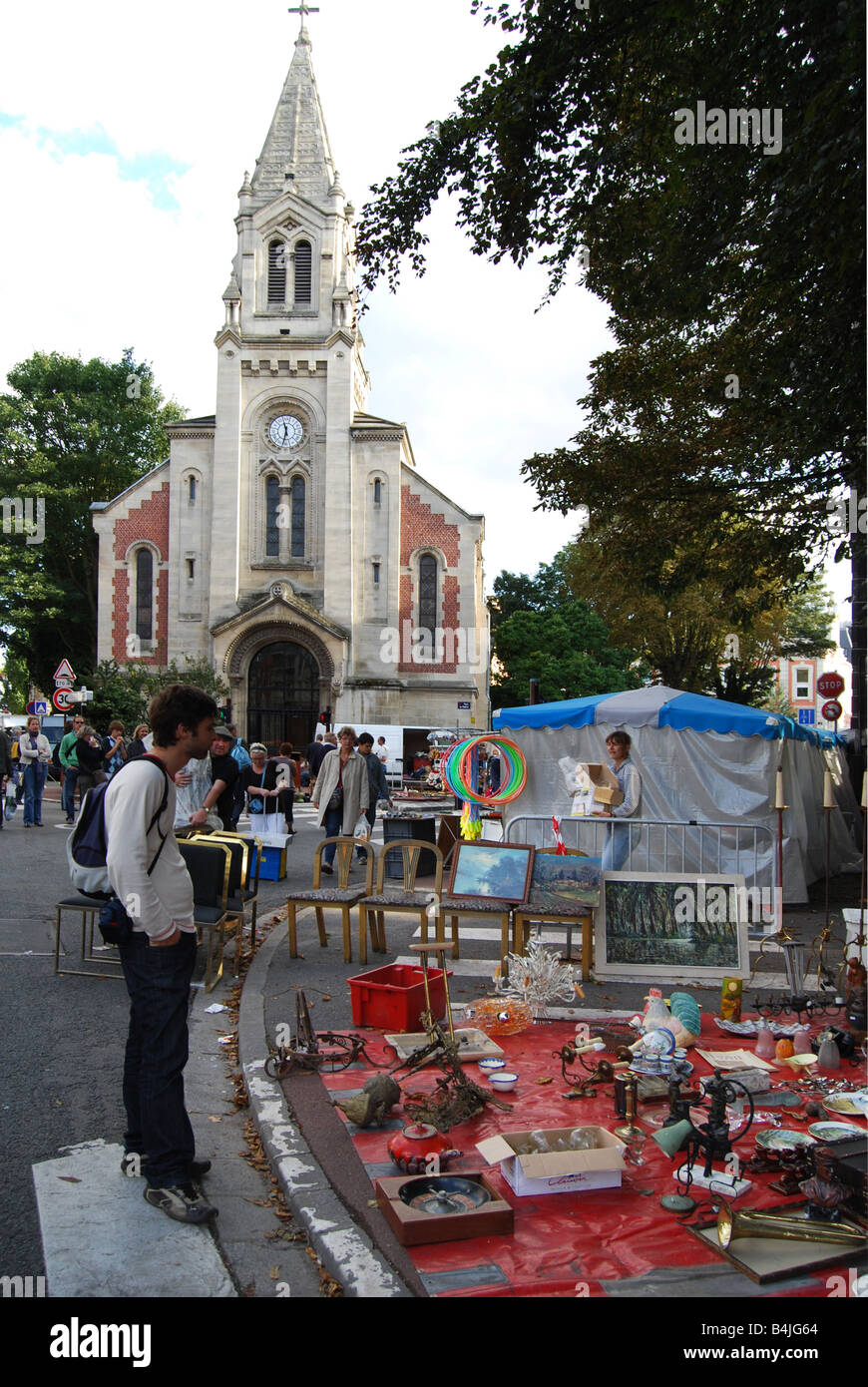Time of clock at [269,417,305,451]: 11:32
